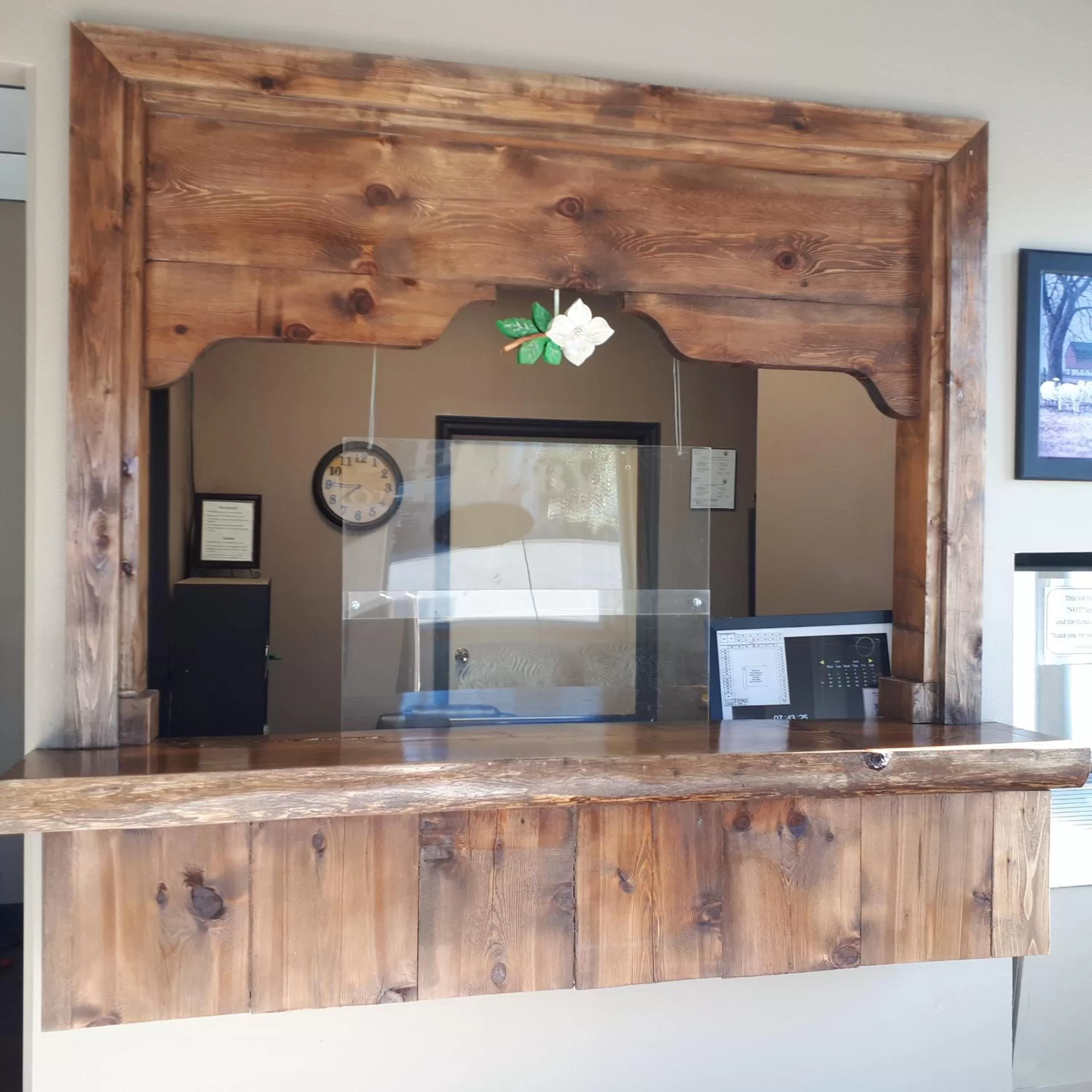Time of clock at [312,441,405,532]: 7:45
